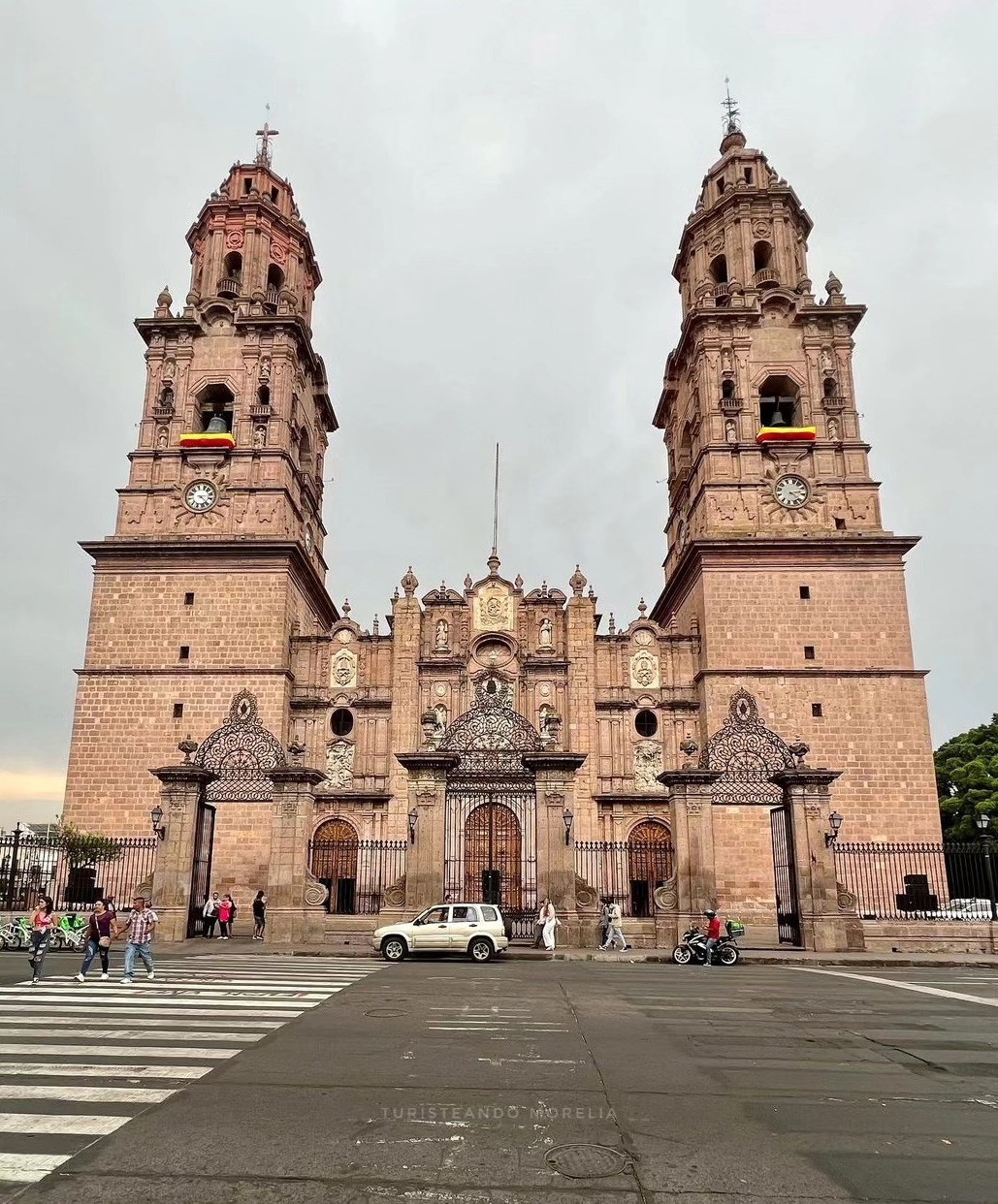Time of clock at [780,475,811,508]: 4:13
